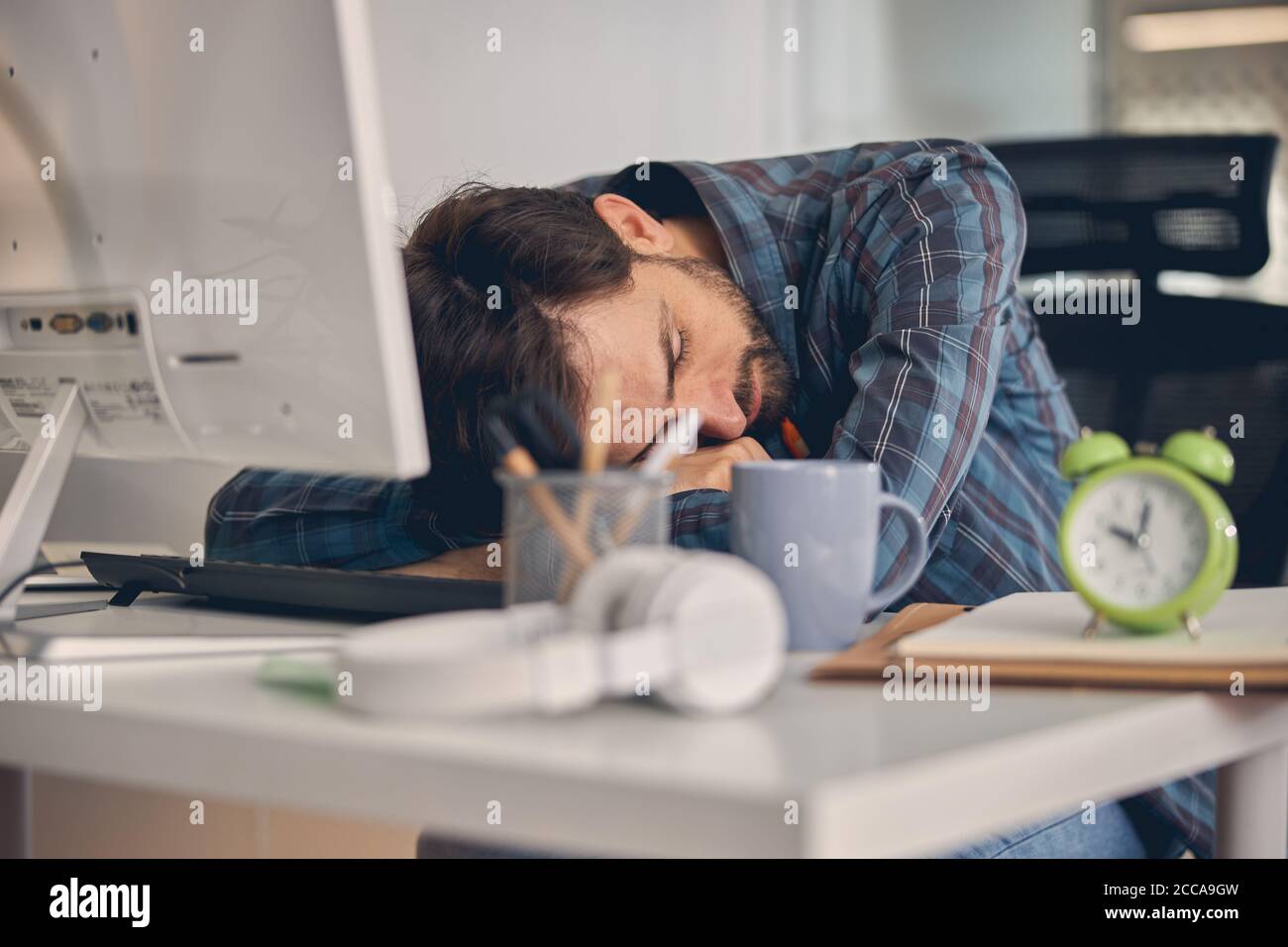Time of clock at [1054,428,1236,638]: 10:02
